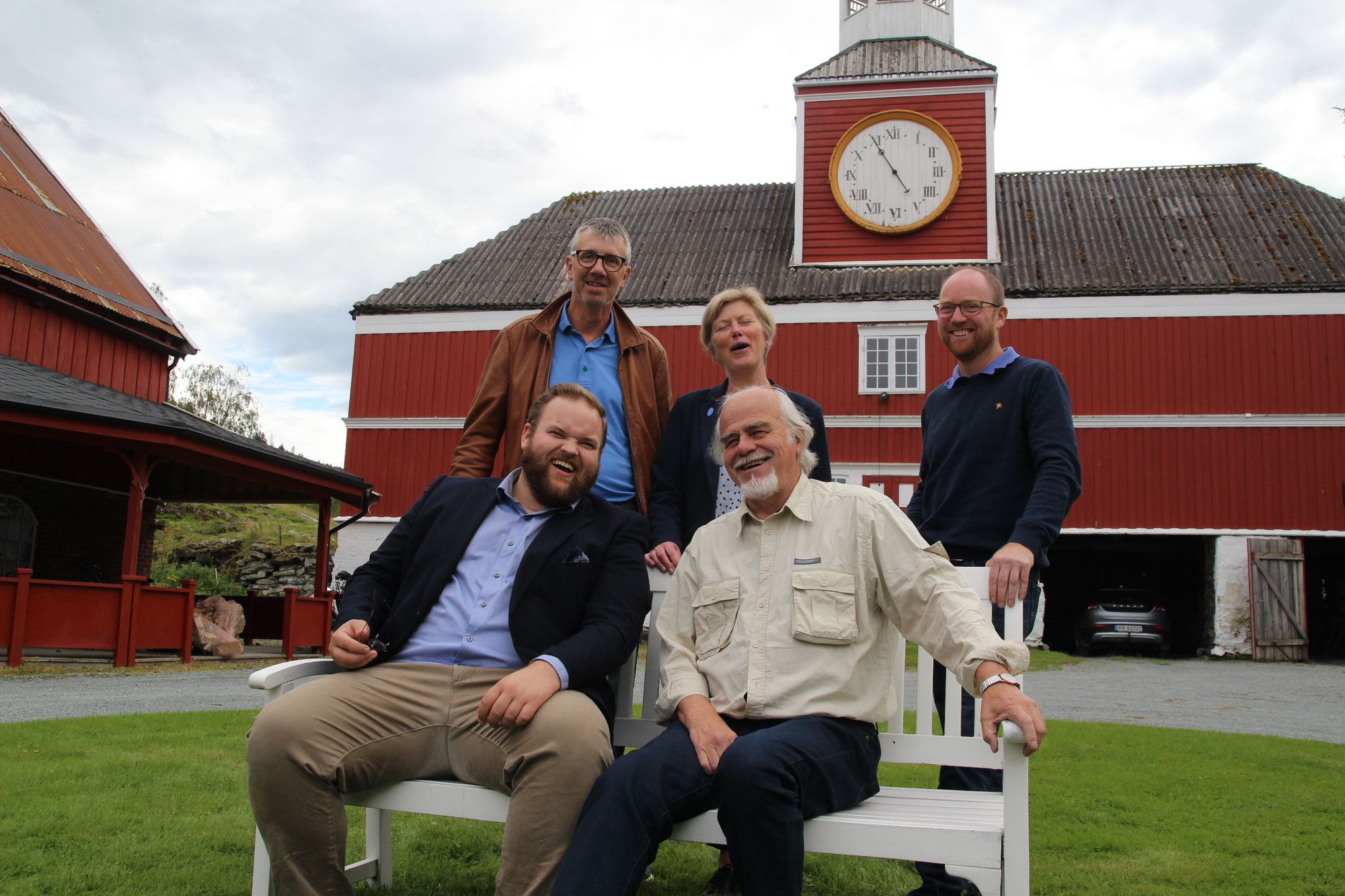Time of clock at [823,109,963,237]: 4:54
